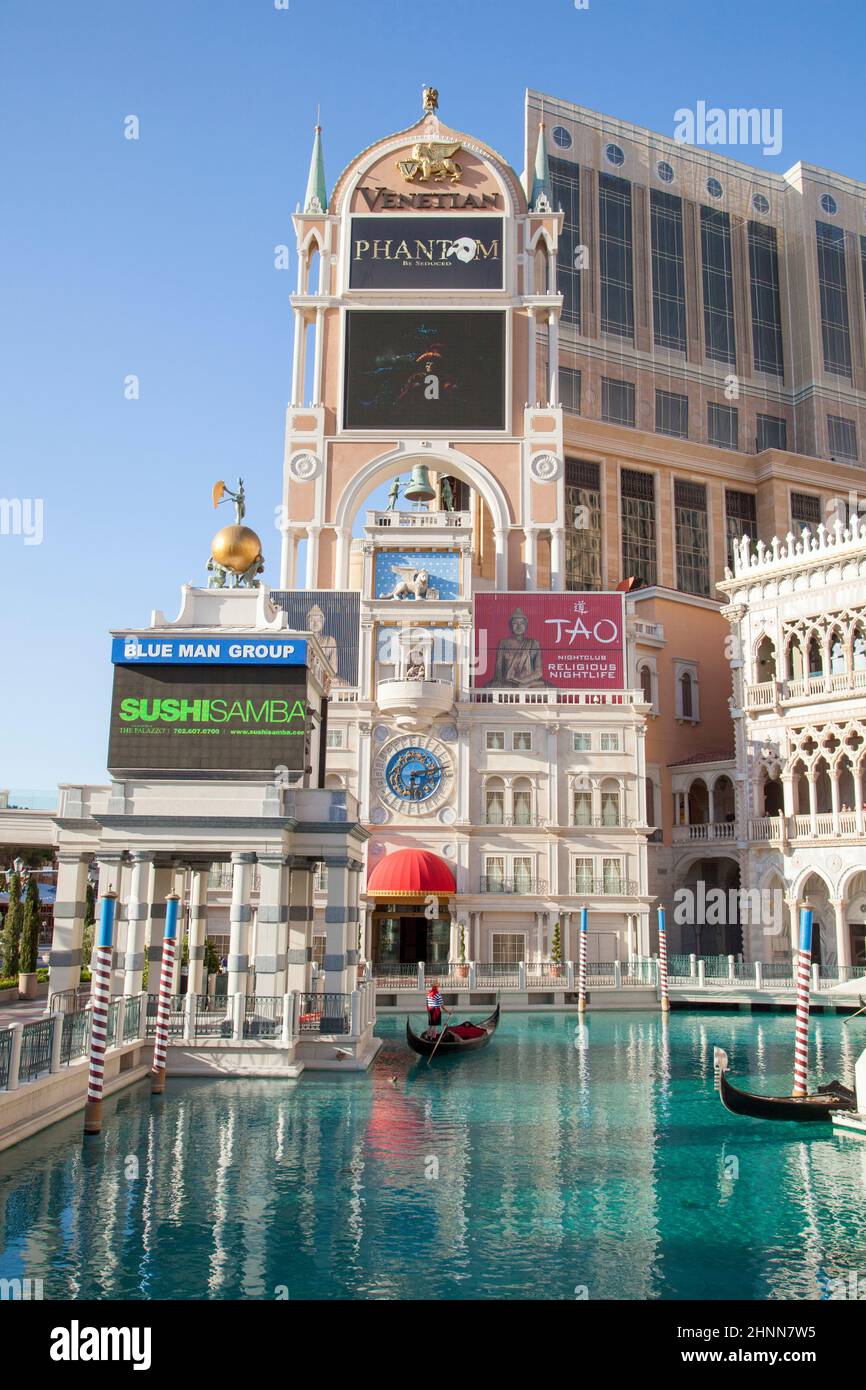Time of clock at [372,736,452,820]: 6:13
